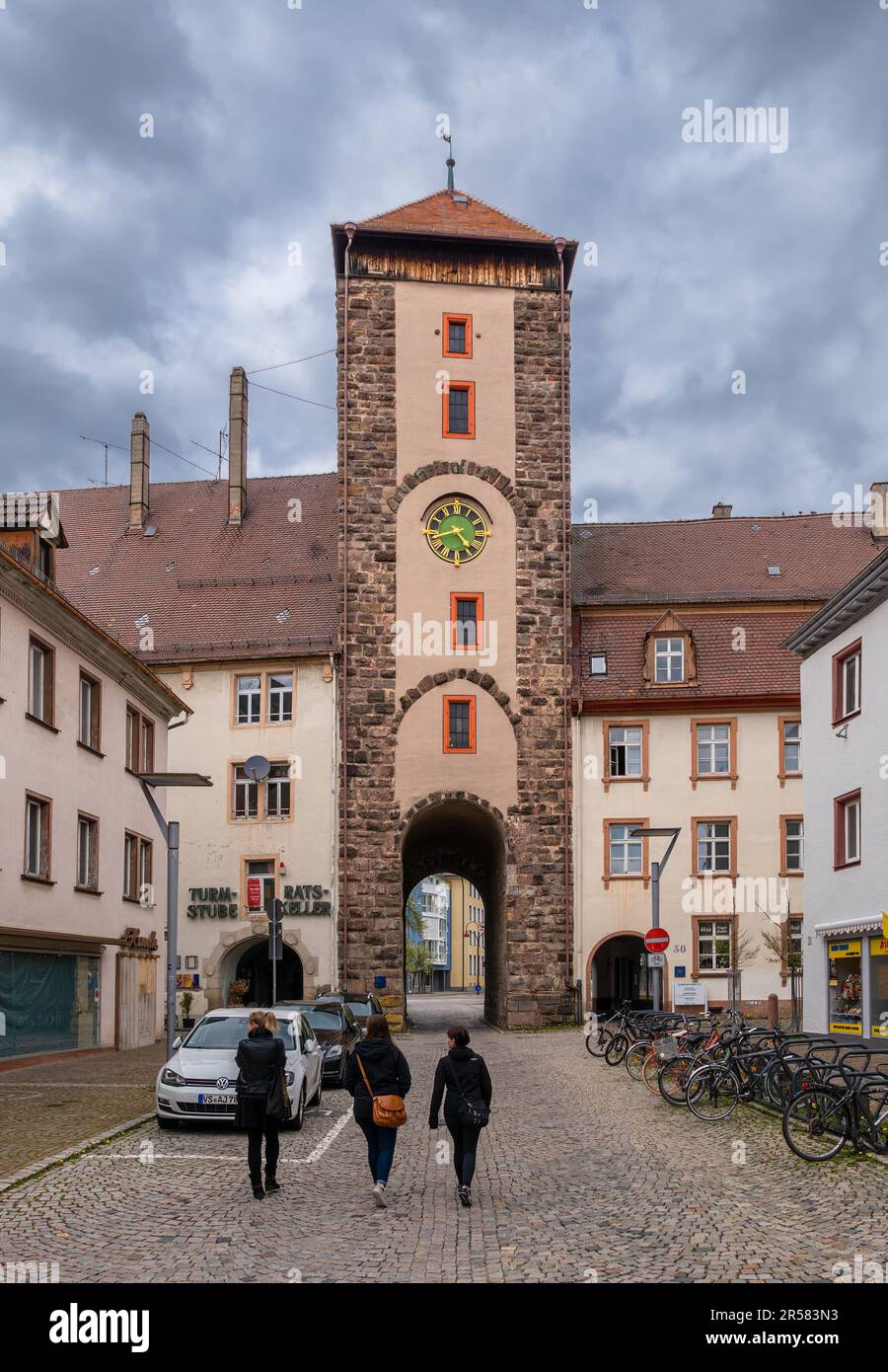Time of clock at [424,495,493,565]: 4:42
